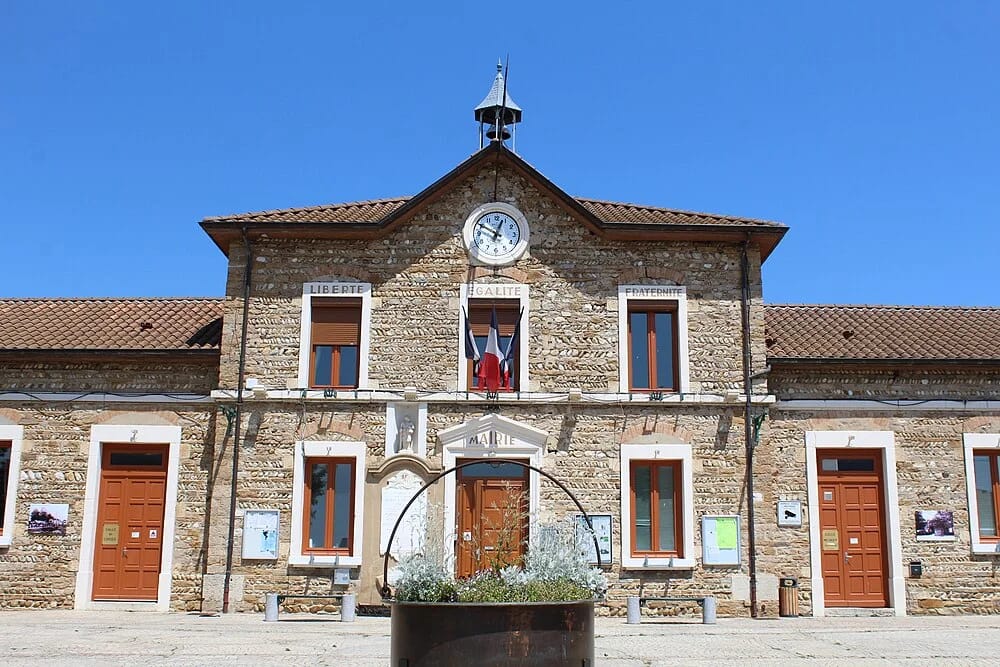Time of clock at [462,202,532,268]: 12:49
